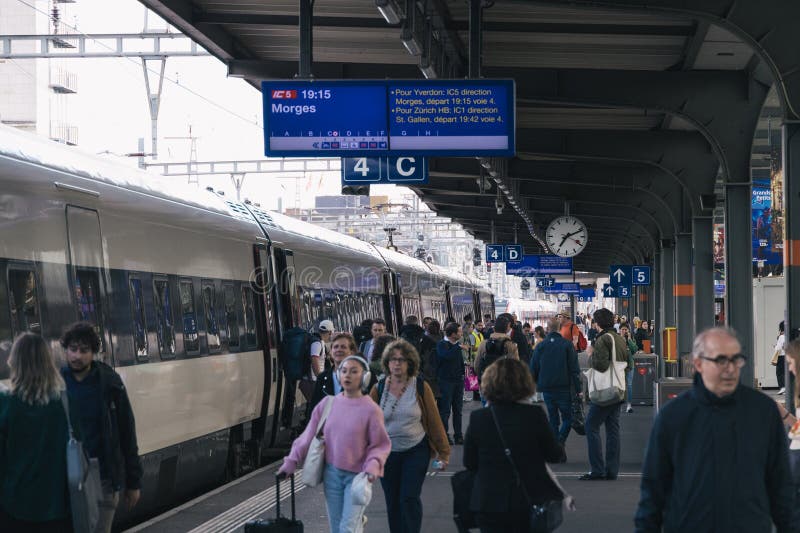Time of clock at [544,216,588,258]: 7:11
